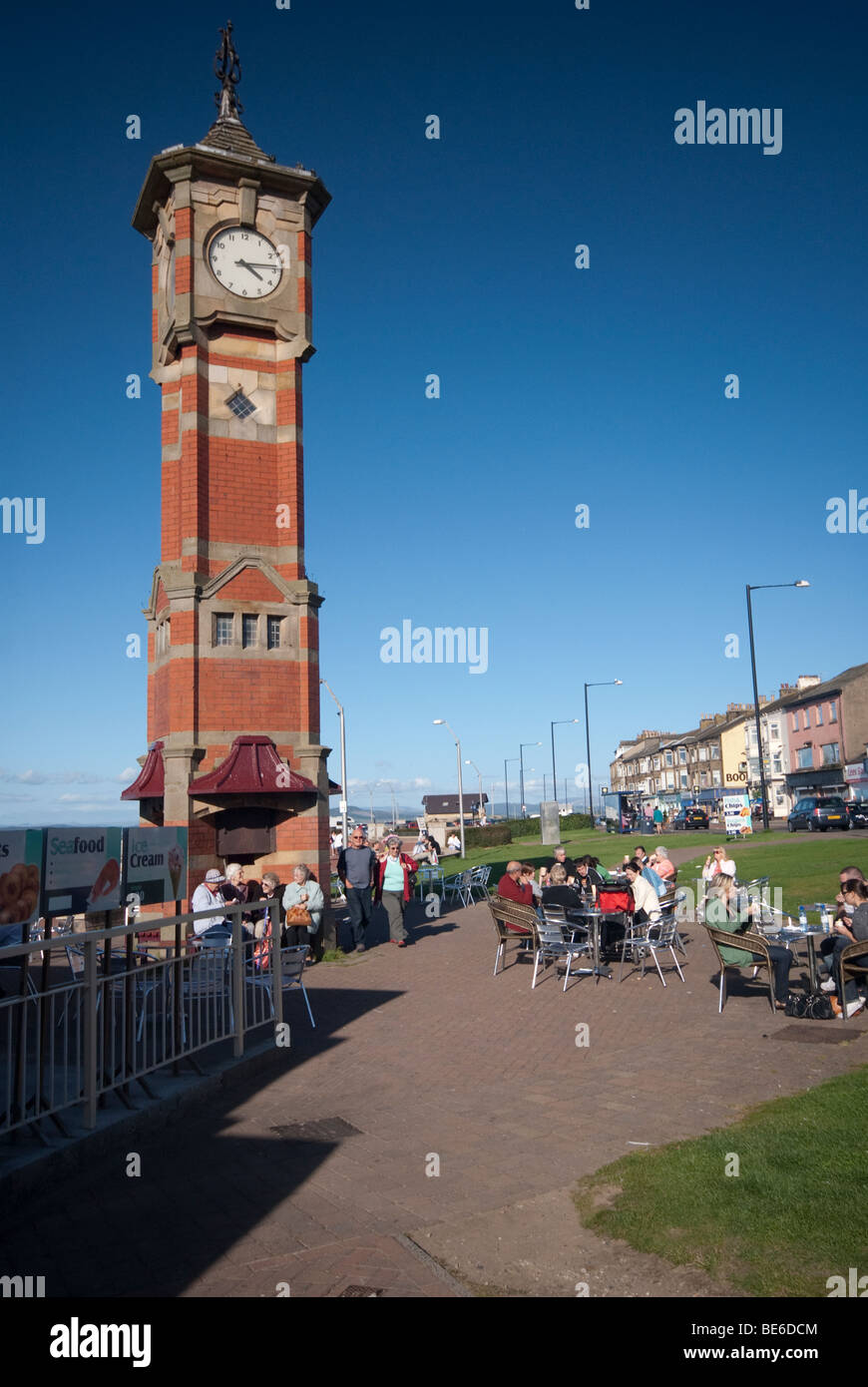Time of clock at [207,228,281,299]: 4:13
